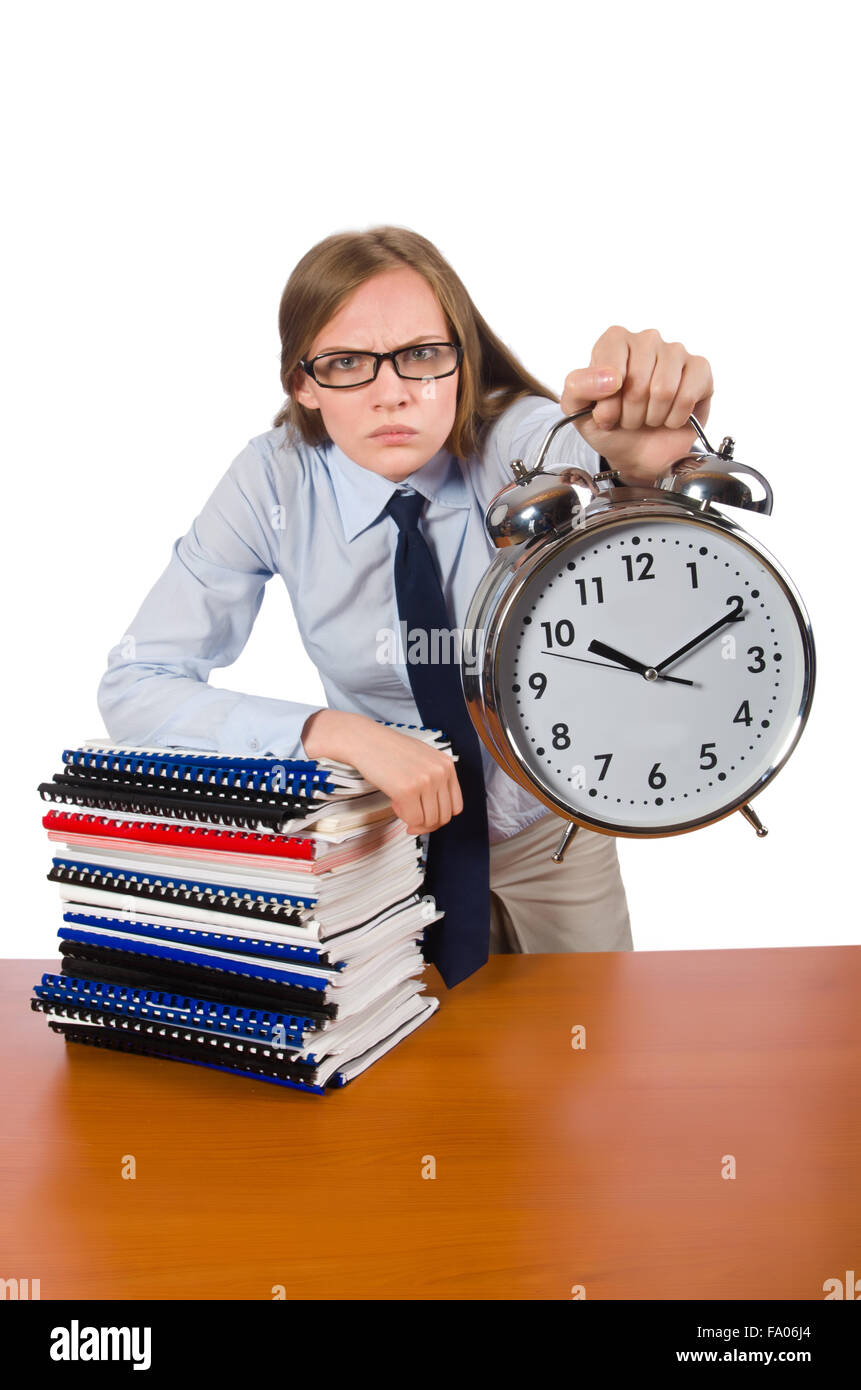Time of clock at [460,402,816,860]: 10:10
